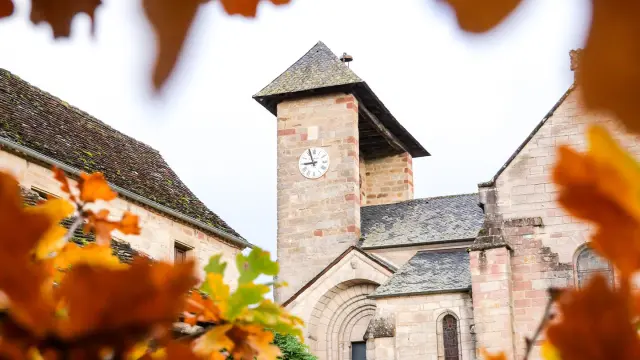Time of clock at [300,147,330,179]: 8:56
